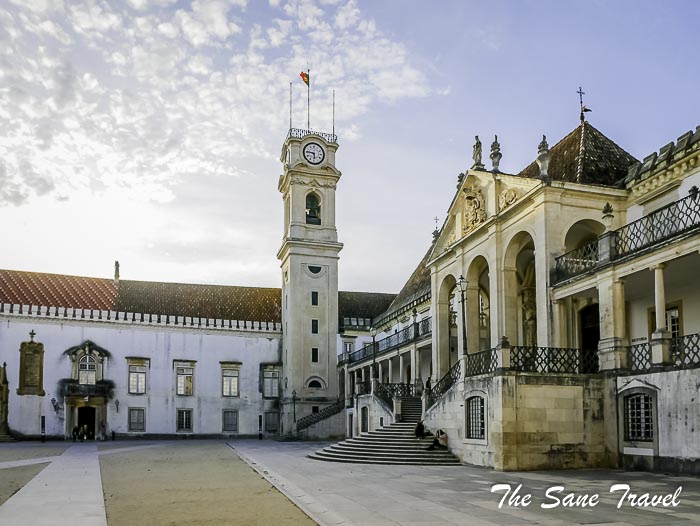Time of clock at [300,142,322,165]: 5:46
